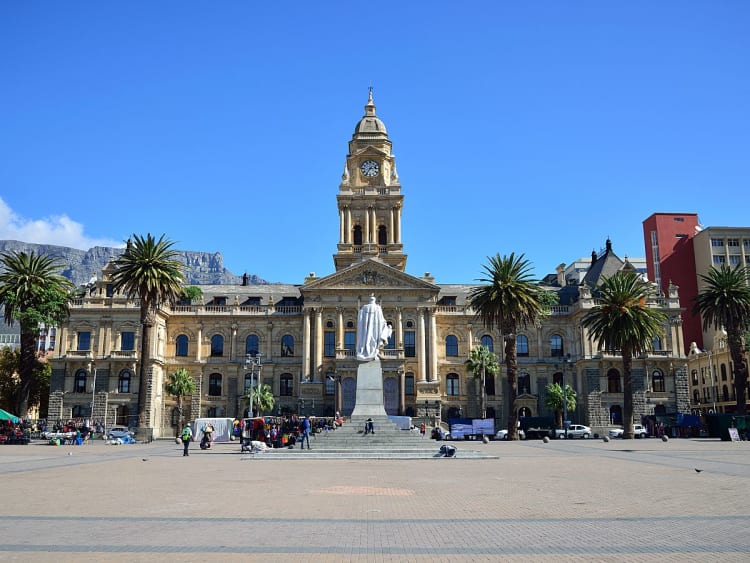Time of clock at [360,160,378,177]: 2:36
